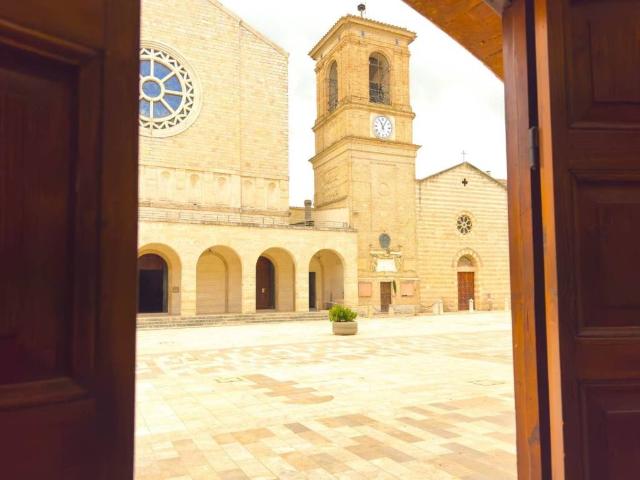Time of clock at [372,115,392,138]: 11:04
